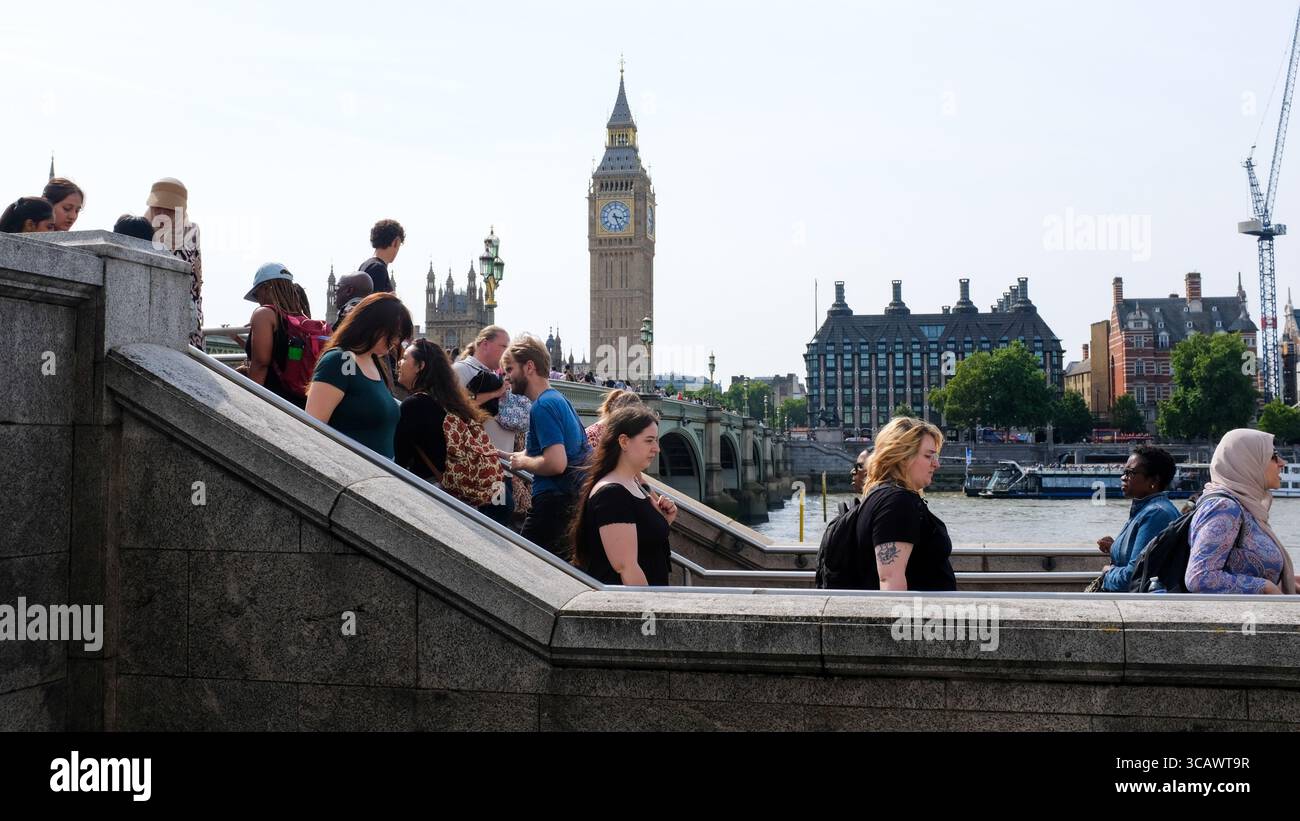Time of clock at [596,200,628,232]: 3:26
